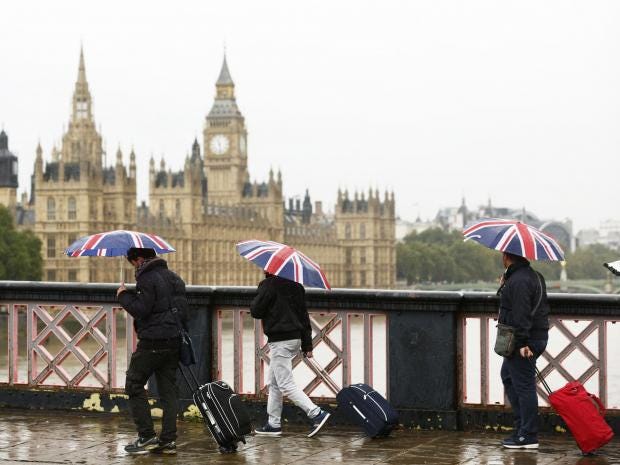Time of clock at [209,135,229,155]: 11:28
